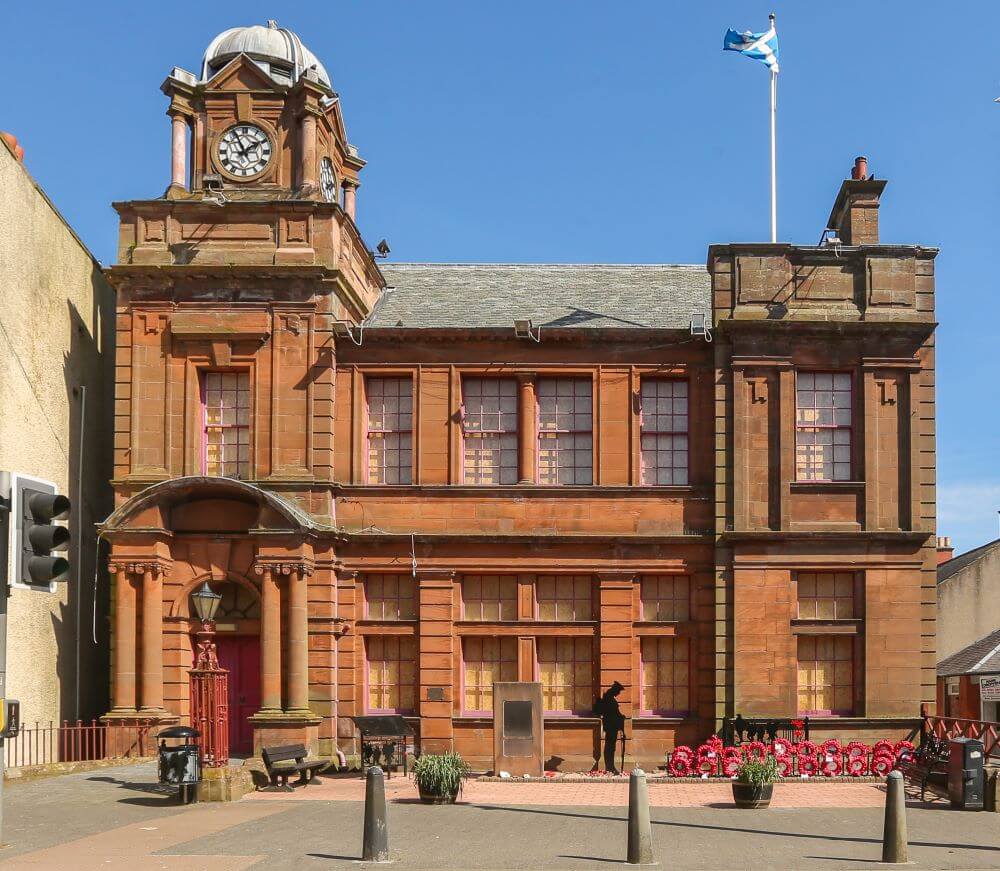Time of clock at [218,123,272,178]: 1:55
